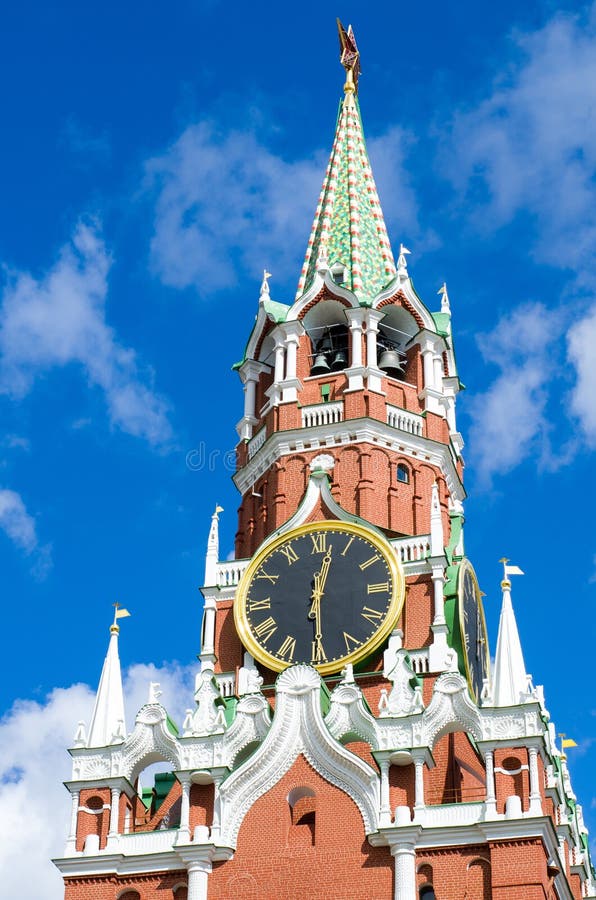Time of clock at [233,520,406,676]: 12:29
